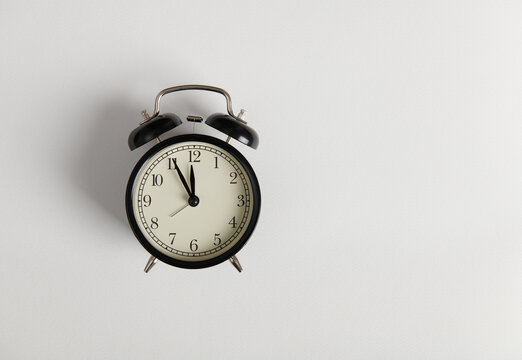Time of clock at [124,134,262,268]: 11:55
